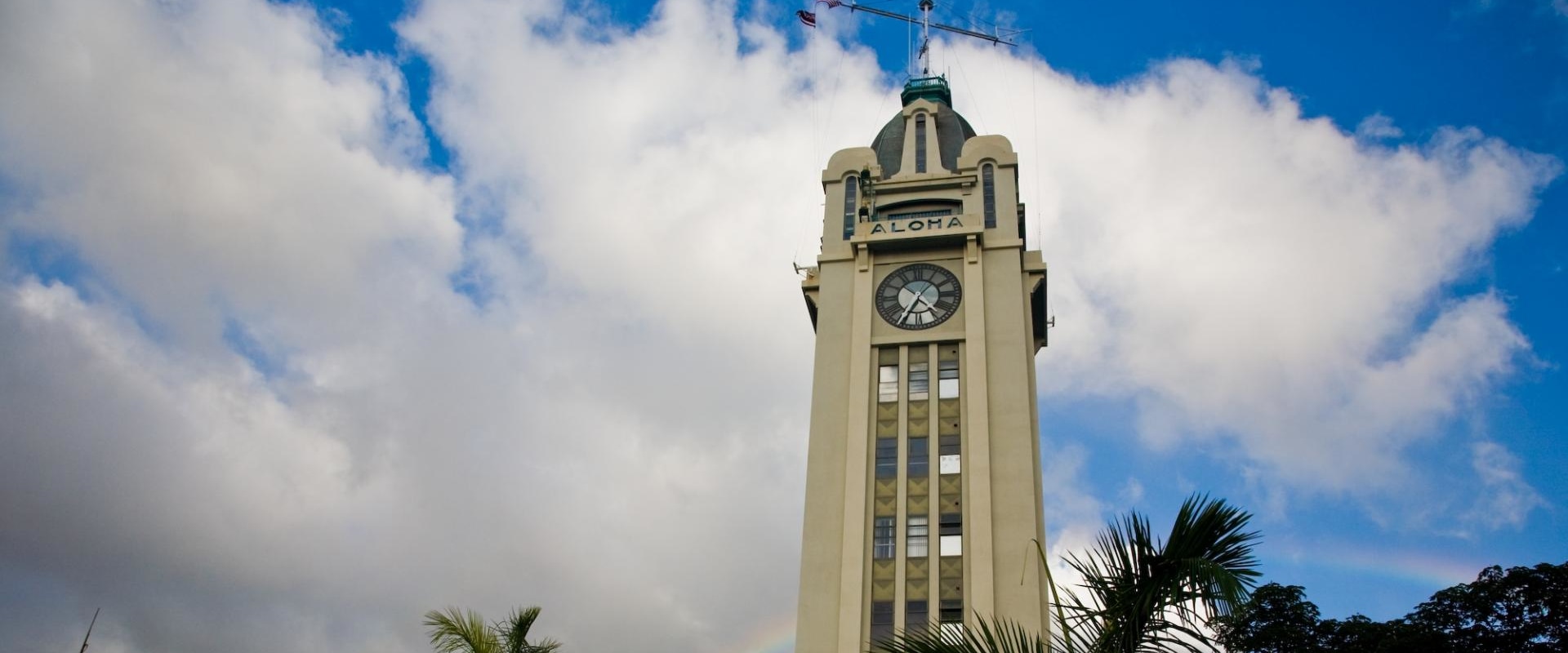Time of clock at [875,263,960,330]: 4:34
